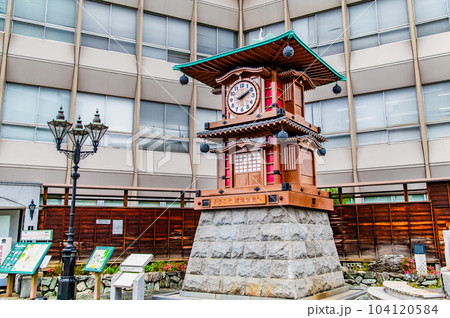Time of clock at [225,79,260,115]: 2:09
